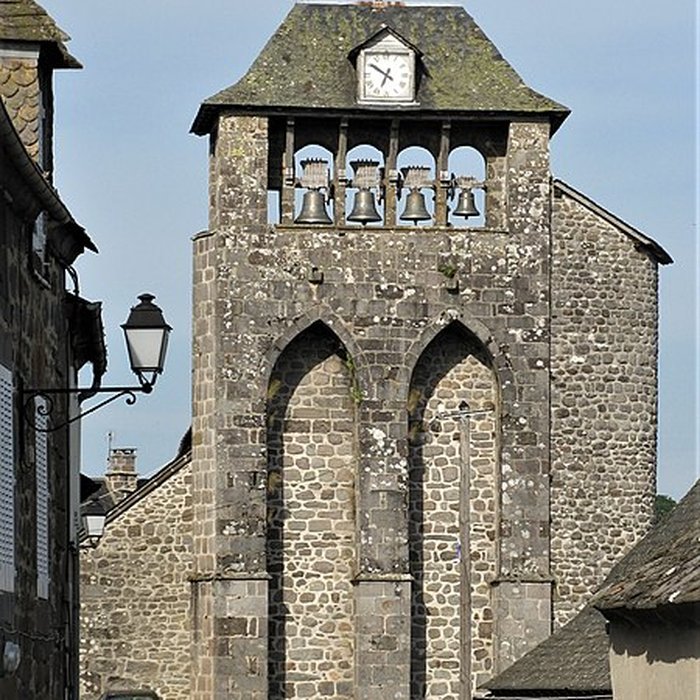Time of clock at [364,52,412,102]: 6:50
